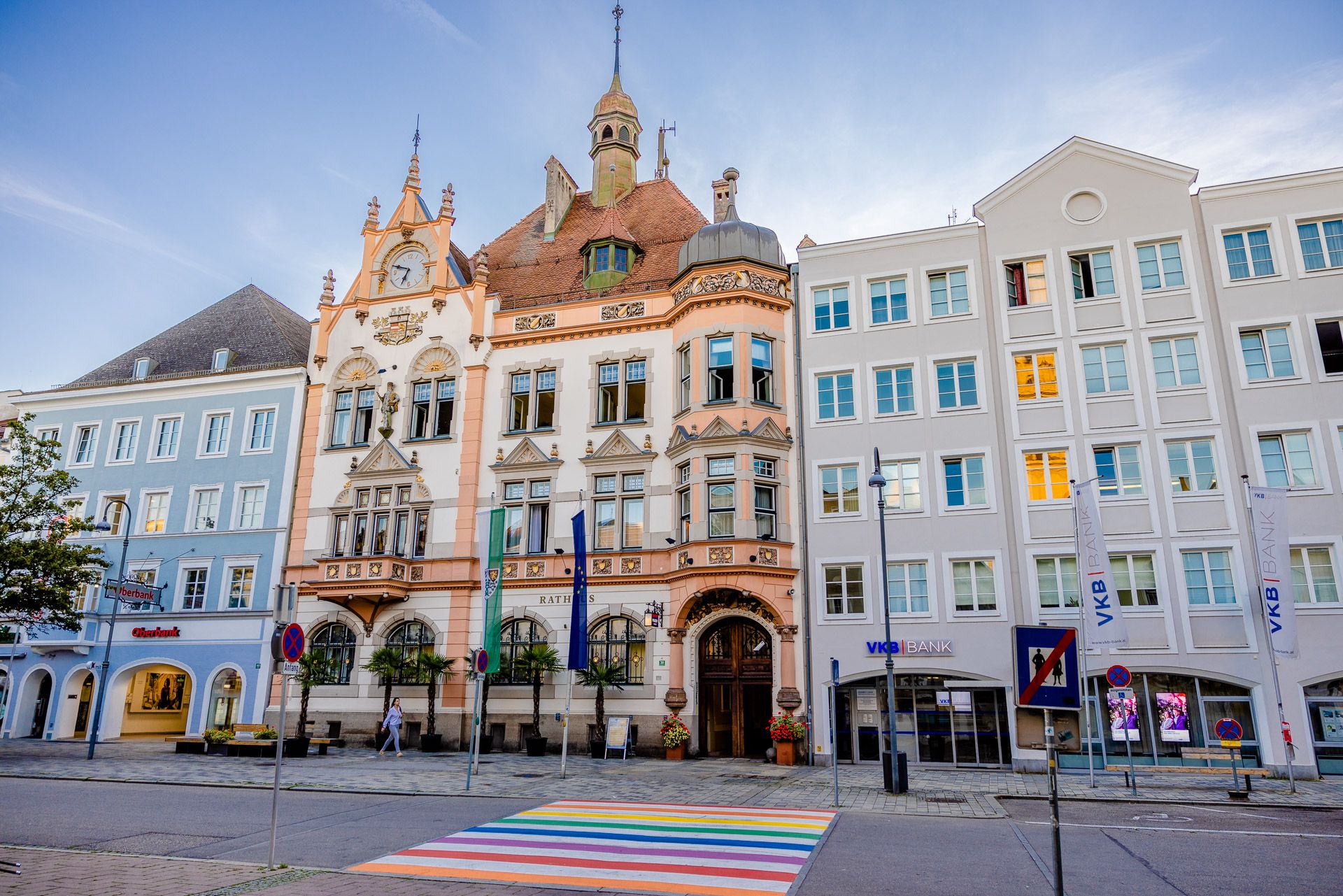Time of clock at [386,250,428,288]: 6:48
